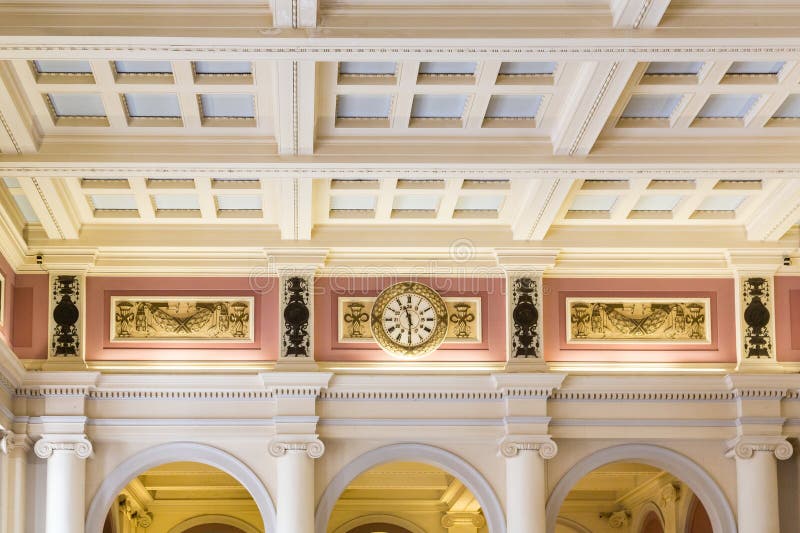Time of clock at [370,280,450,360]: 11:29
